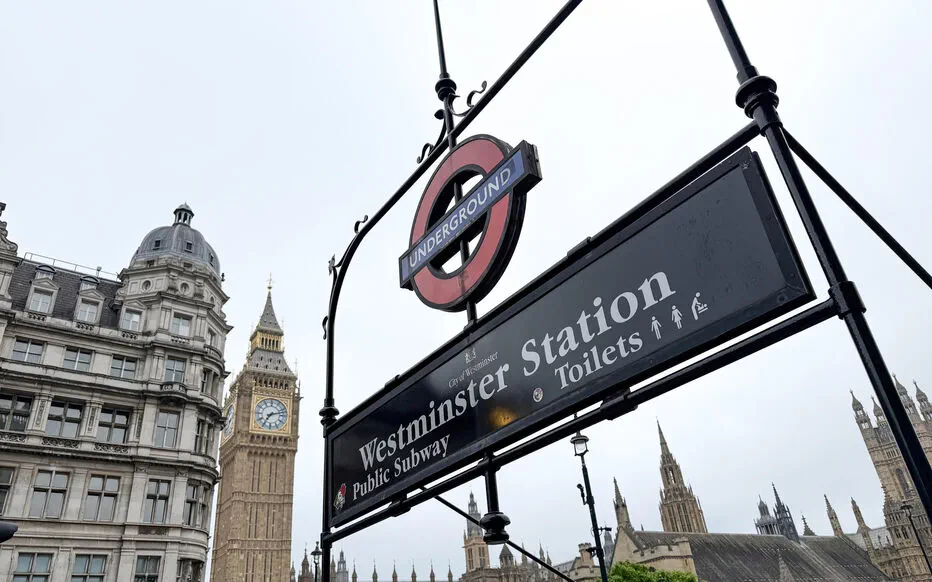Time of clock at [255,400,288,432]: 7:12
